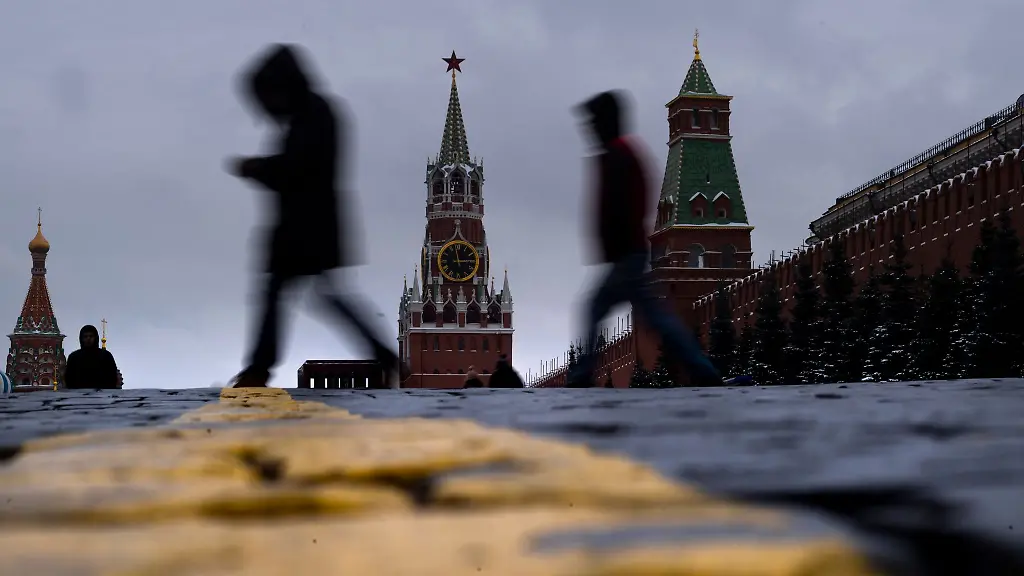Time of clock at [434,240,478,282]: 2:58
